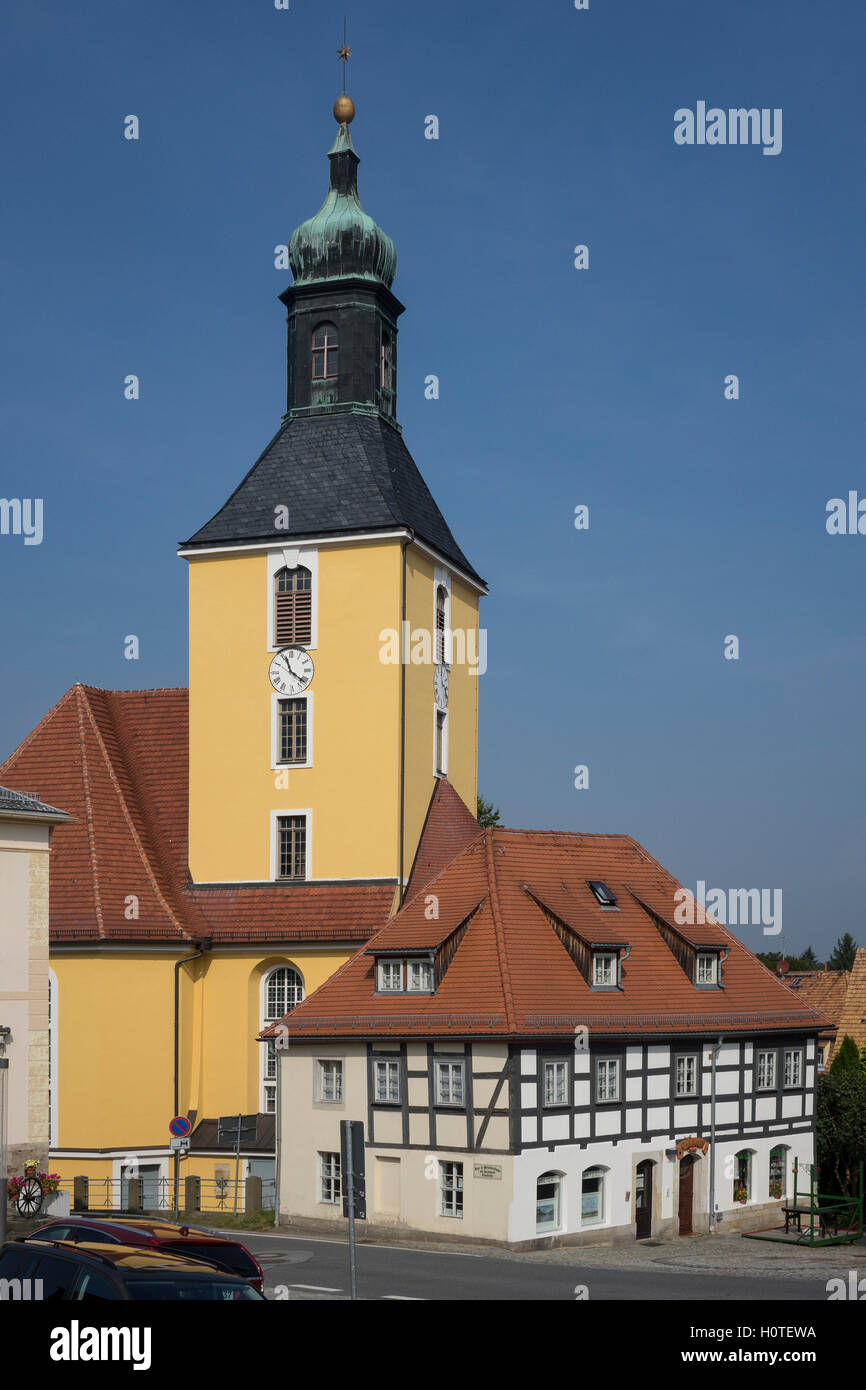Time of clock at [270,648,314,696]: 11:21
